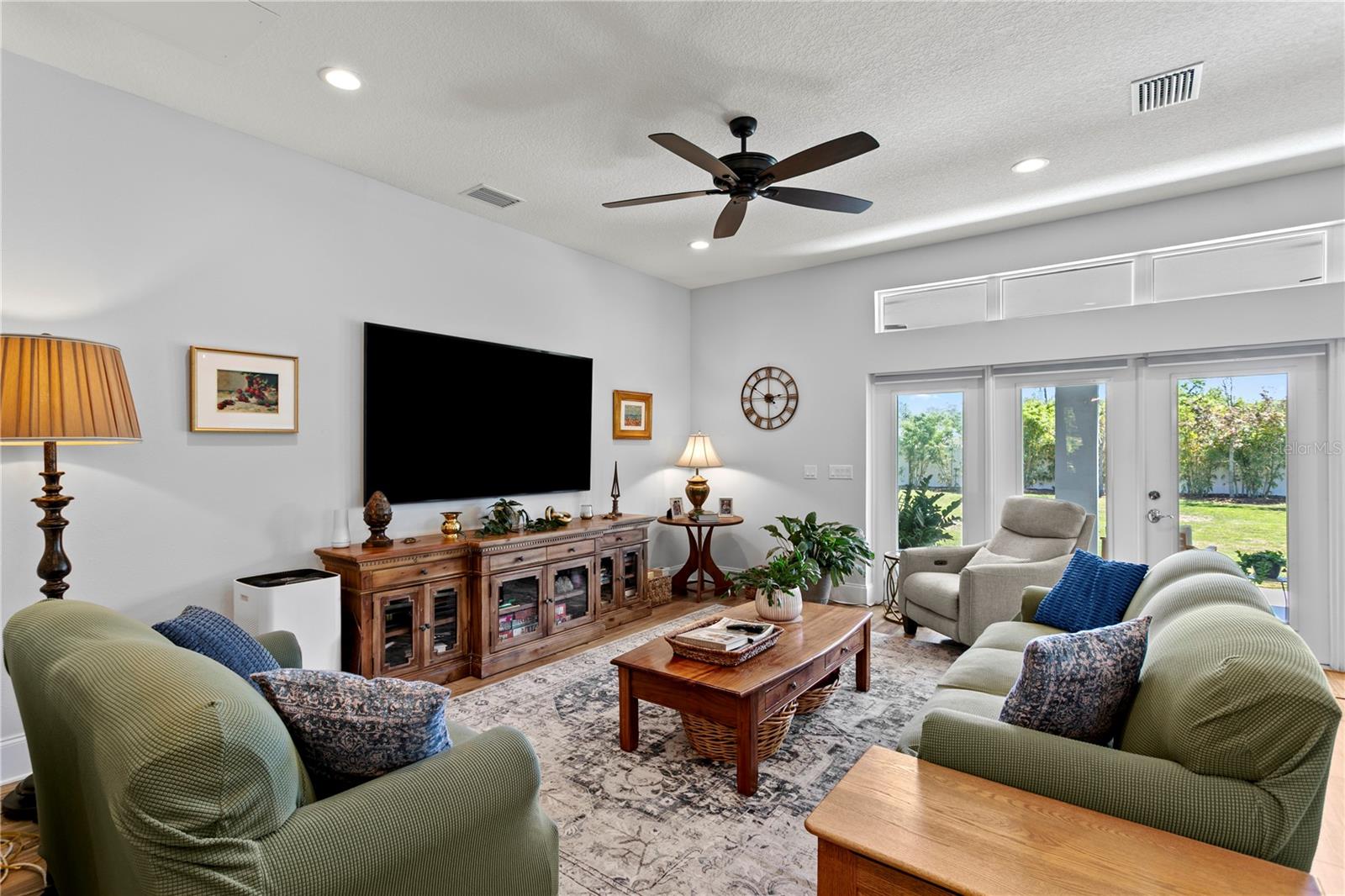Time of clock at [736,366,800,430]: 2:50
